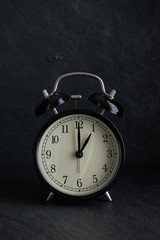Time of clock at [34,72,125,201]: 1:00
